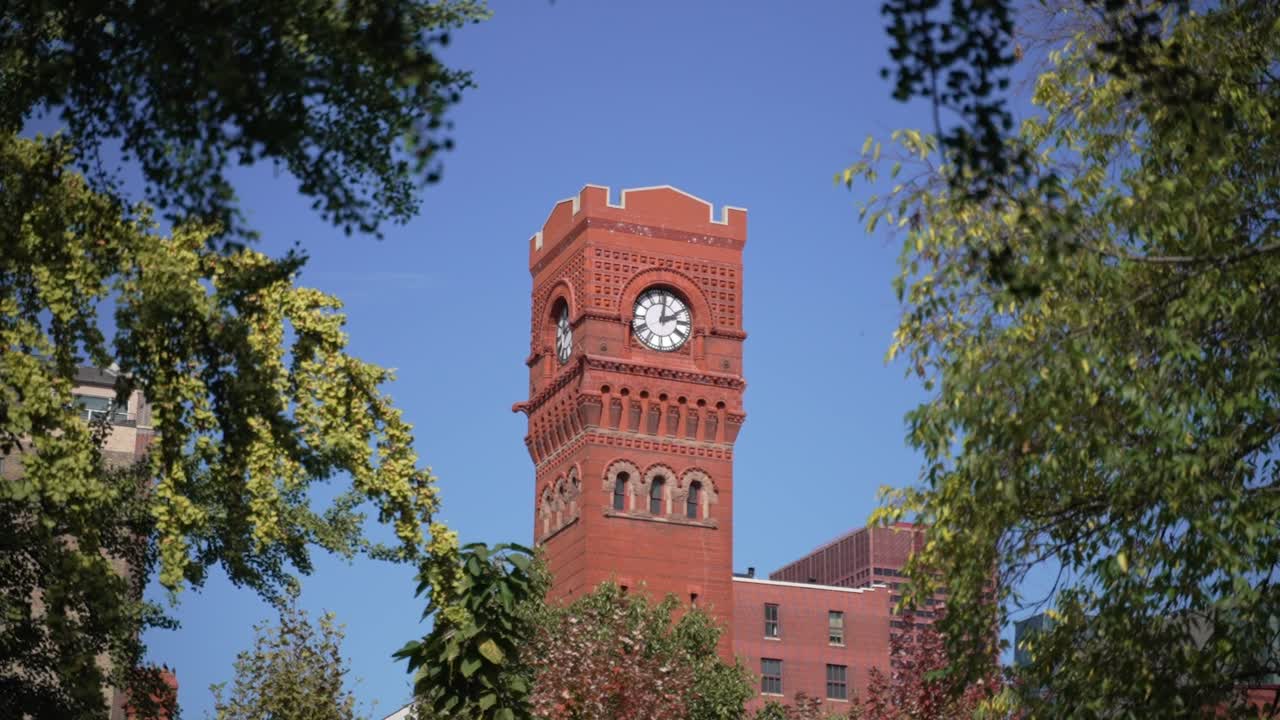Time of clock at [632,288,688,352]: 2:01
